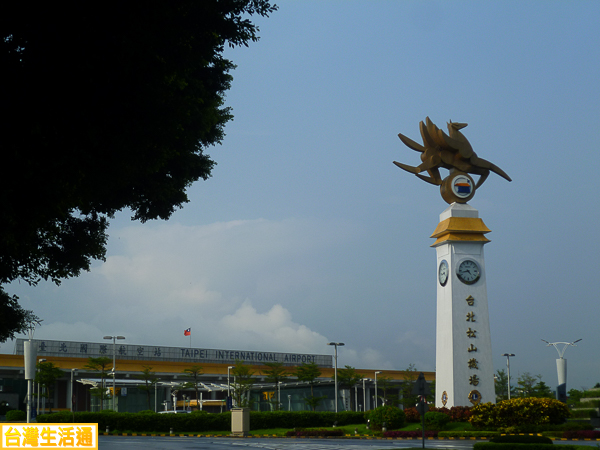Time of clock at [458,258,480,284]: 4:42
